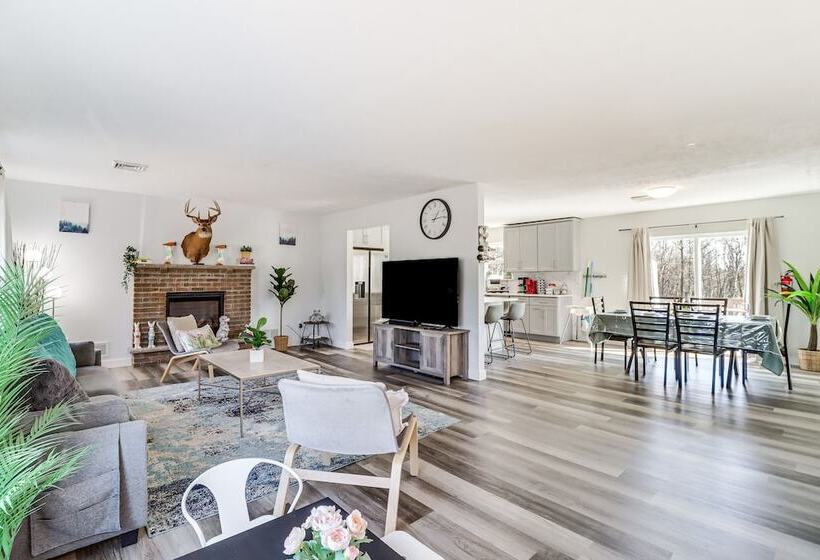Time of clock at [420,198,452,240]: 1:13
